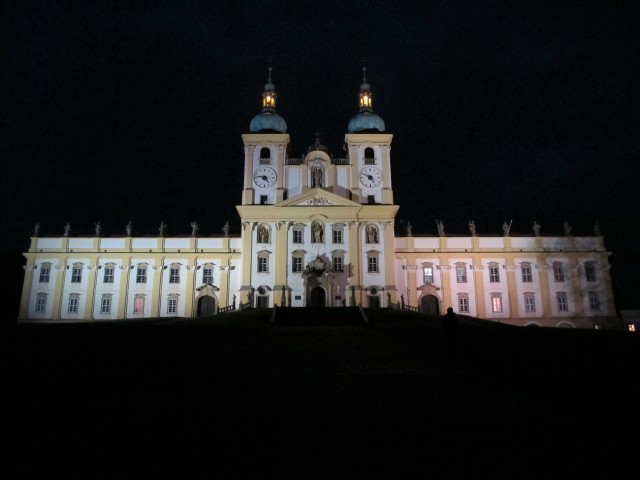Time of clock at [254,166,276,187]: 4:46
